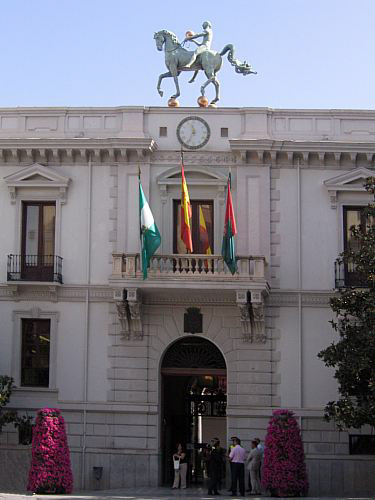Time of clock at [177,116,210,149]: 11:34
